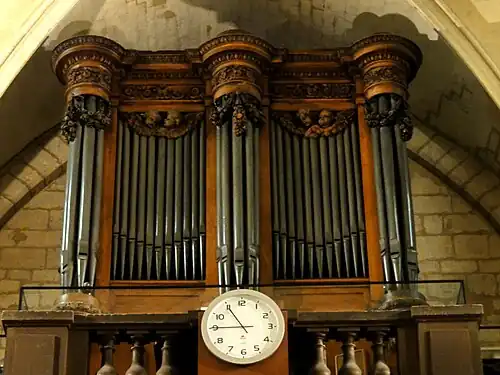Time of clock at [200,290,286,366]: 10:45
